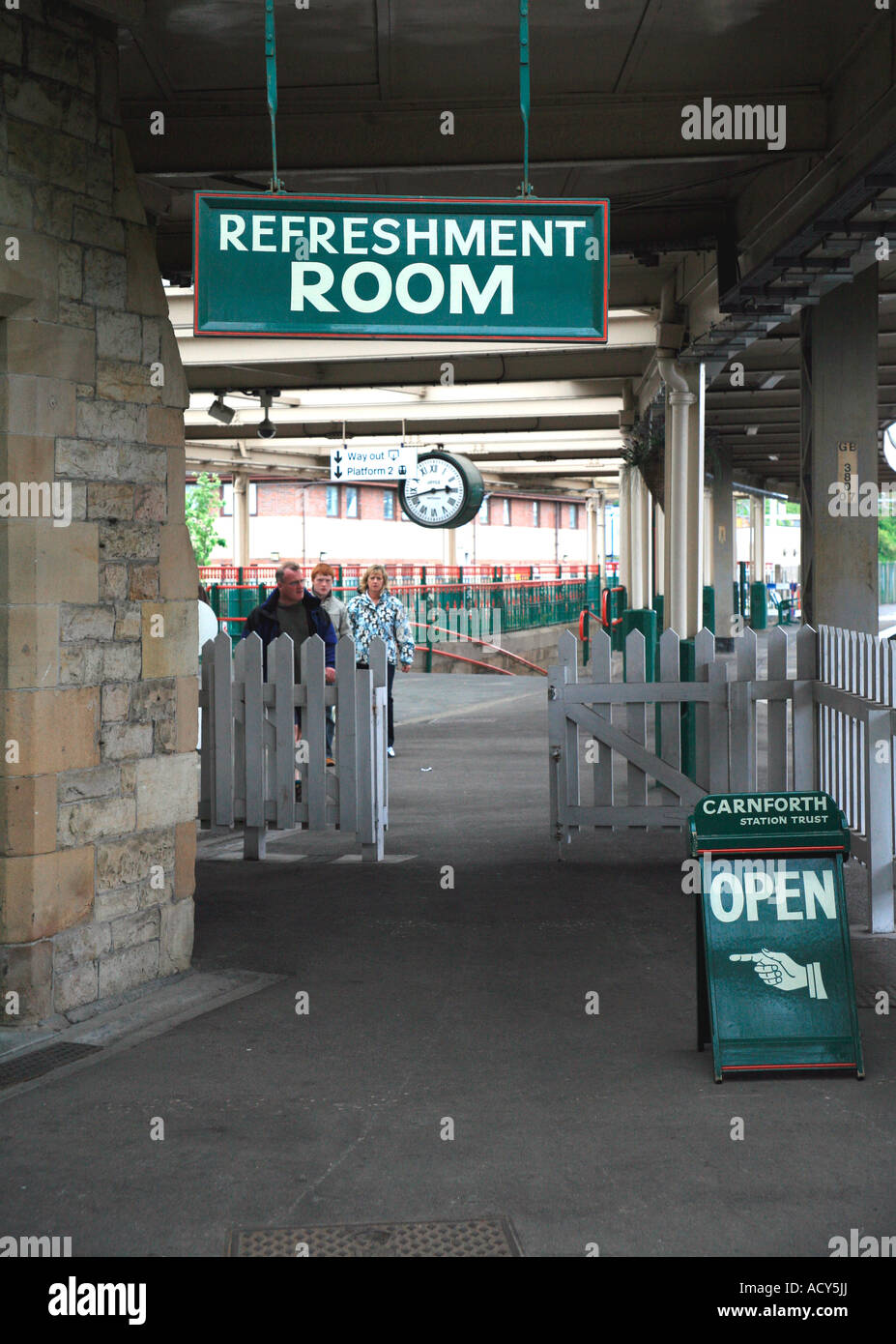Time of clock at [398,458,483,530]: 2:42
